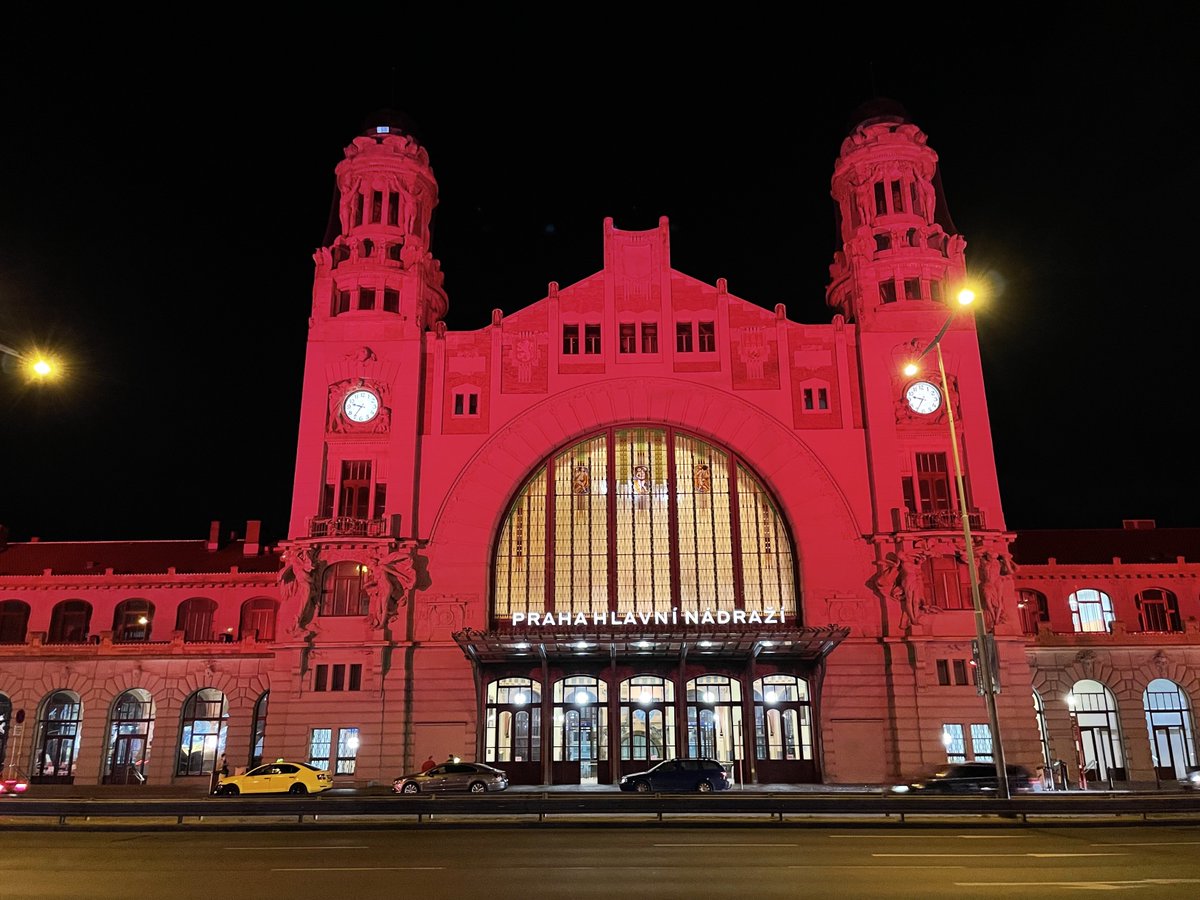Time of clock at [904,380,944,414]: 9:34
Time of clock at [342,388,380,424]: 9:35
